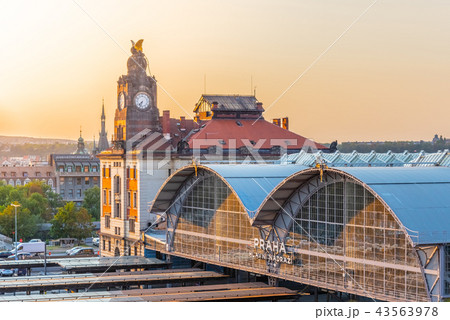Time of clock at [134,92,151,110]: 7:33
